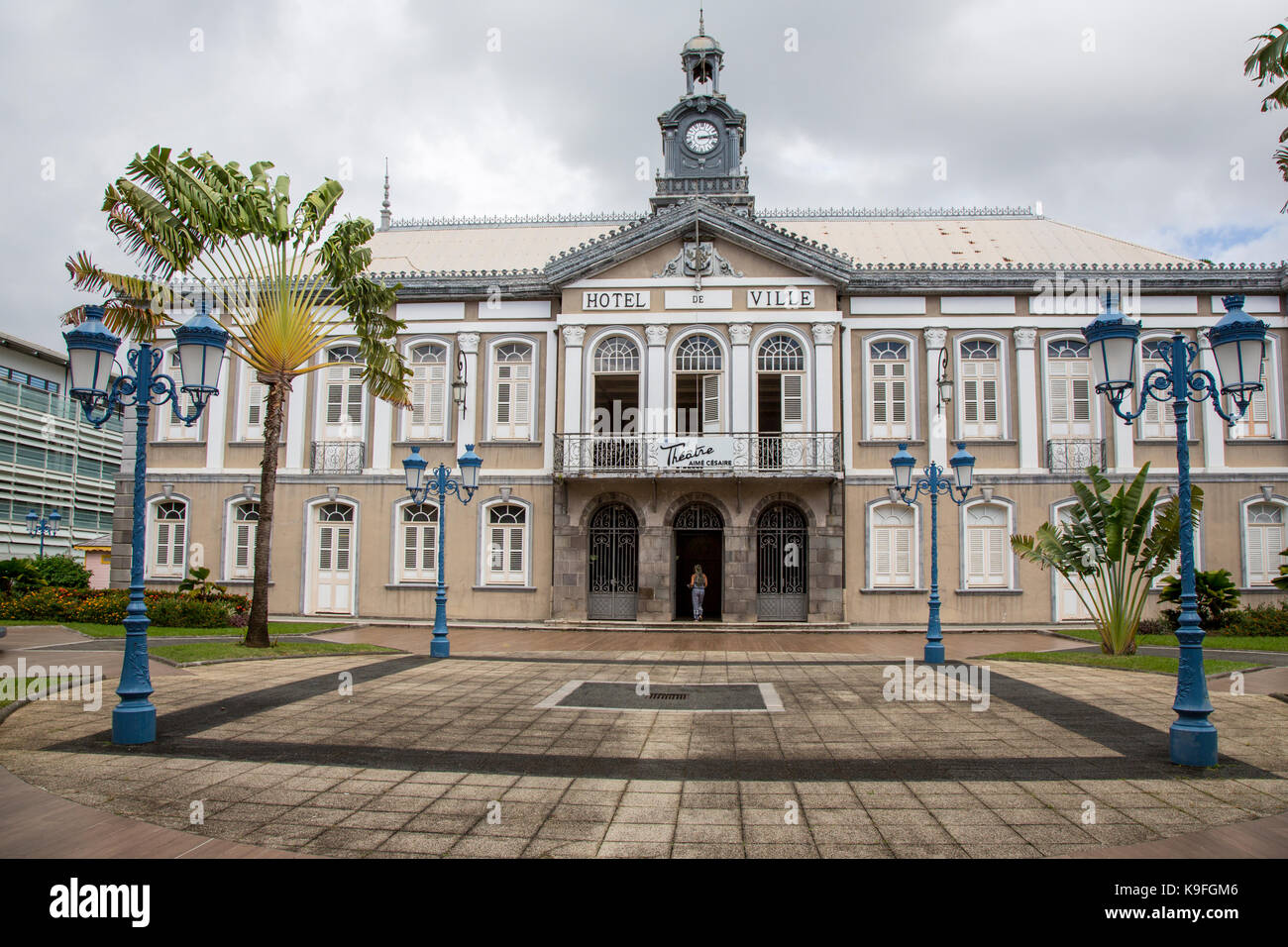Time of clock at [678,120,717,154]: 3:12
